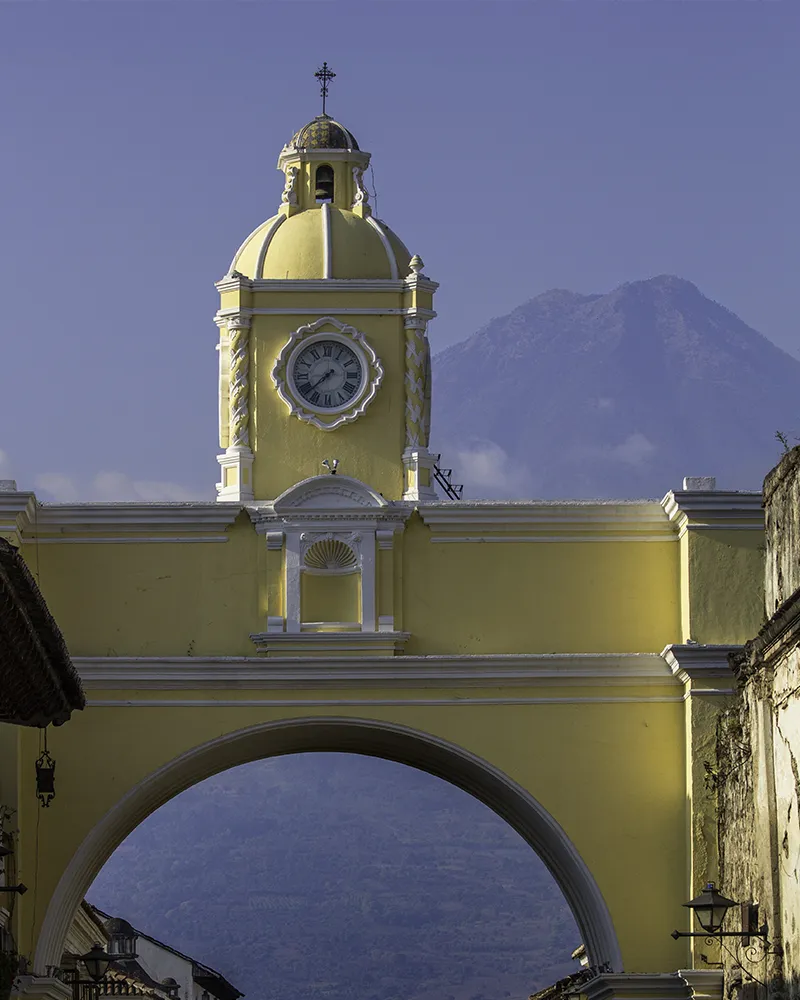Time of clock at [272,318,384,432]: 7:37
